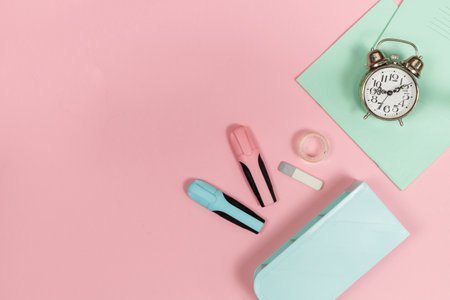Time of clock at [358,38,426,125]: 9:08
